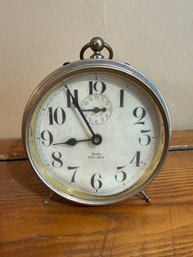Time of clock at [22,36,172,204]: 8:55
